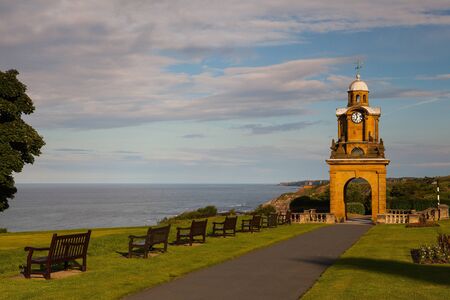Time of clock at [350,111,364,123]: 6:58
